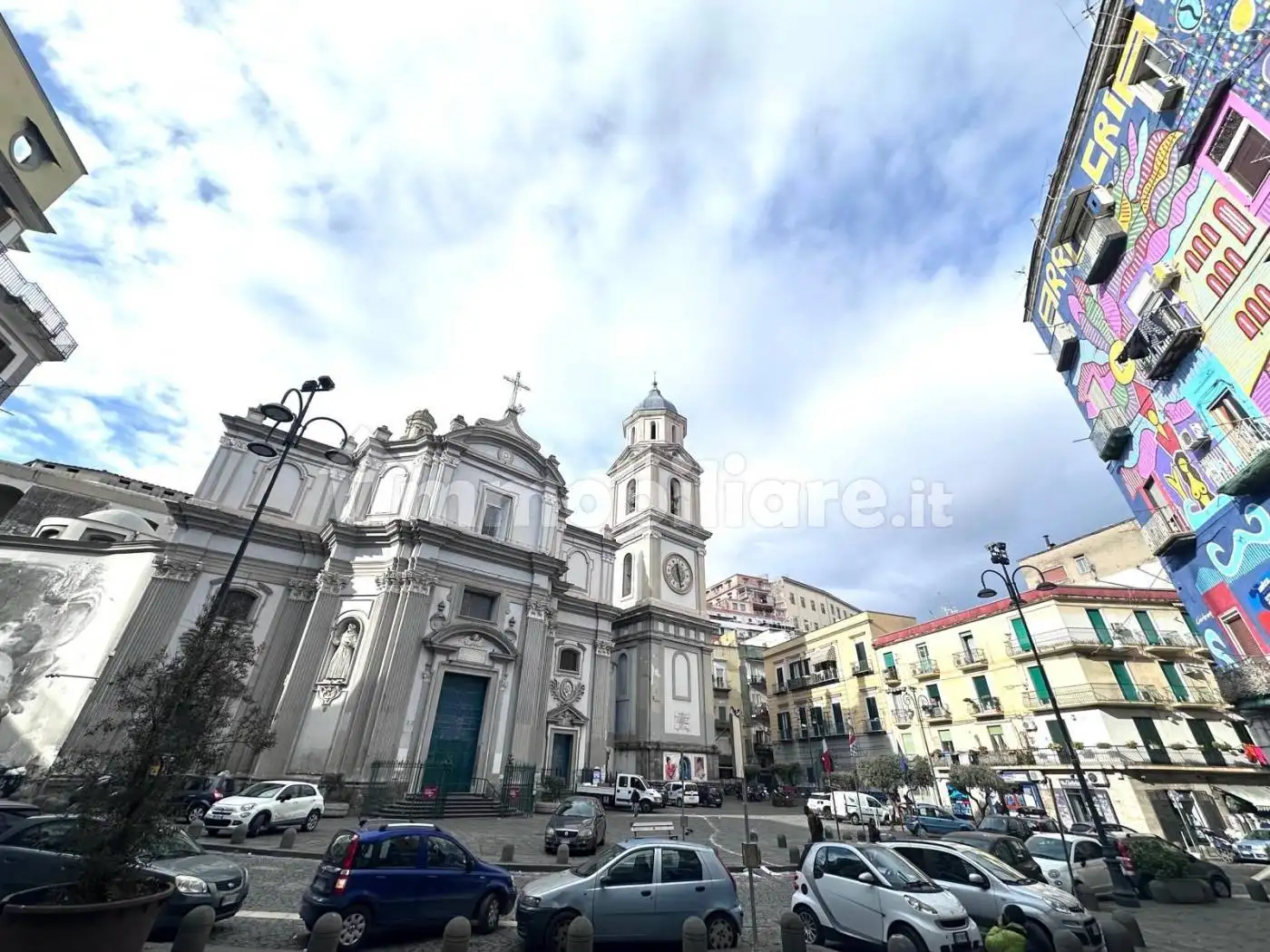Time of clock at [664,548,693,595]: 11:28
